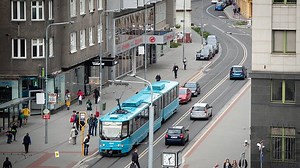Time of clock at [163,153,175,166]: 1:28
